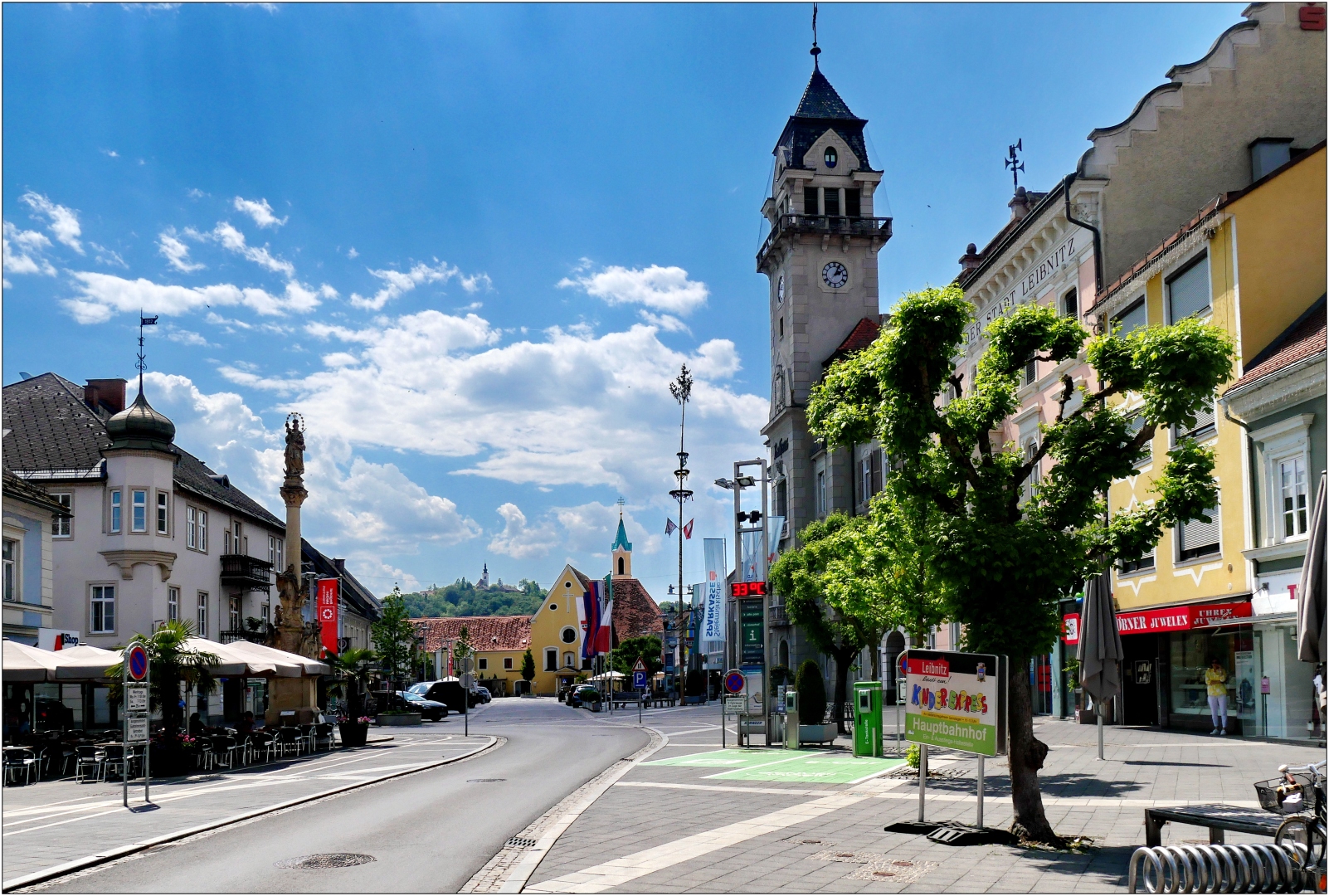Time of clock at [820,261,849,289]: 2:04
